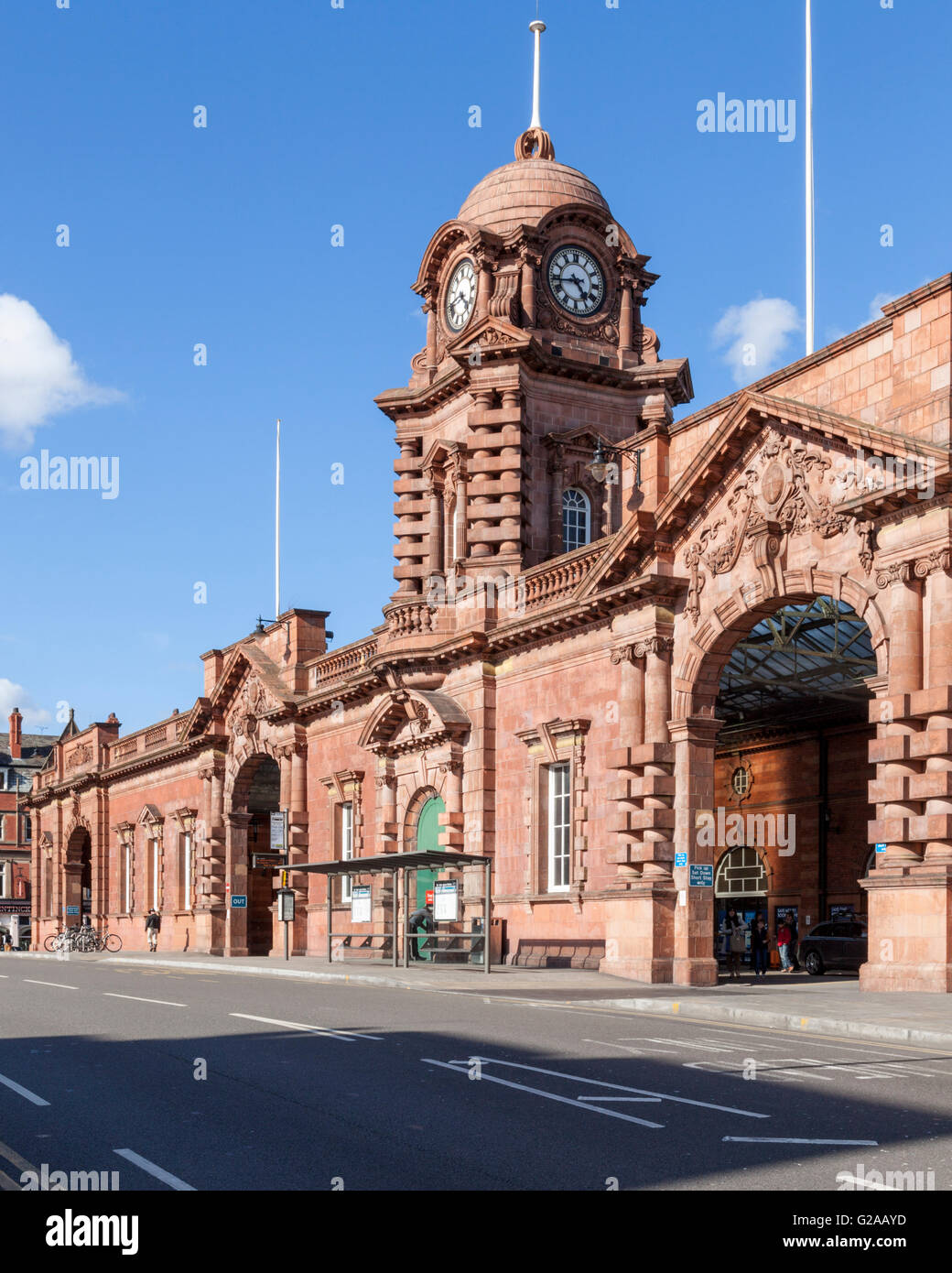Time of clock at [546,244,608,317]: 4:43
